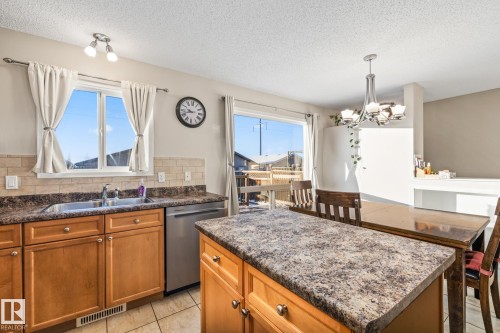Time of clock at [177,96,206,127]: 9:42
